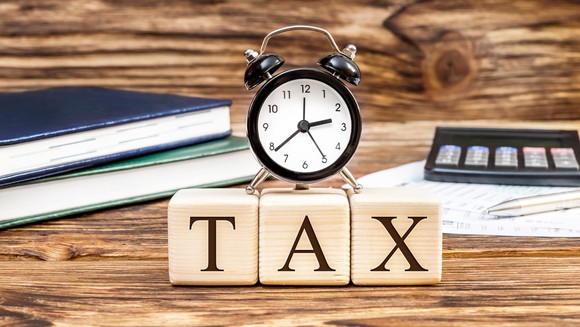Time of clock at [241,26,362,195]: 2:38
